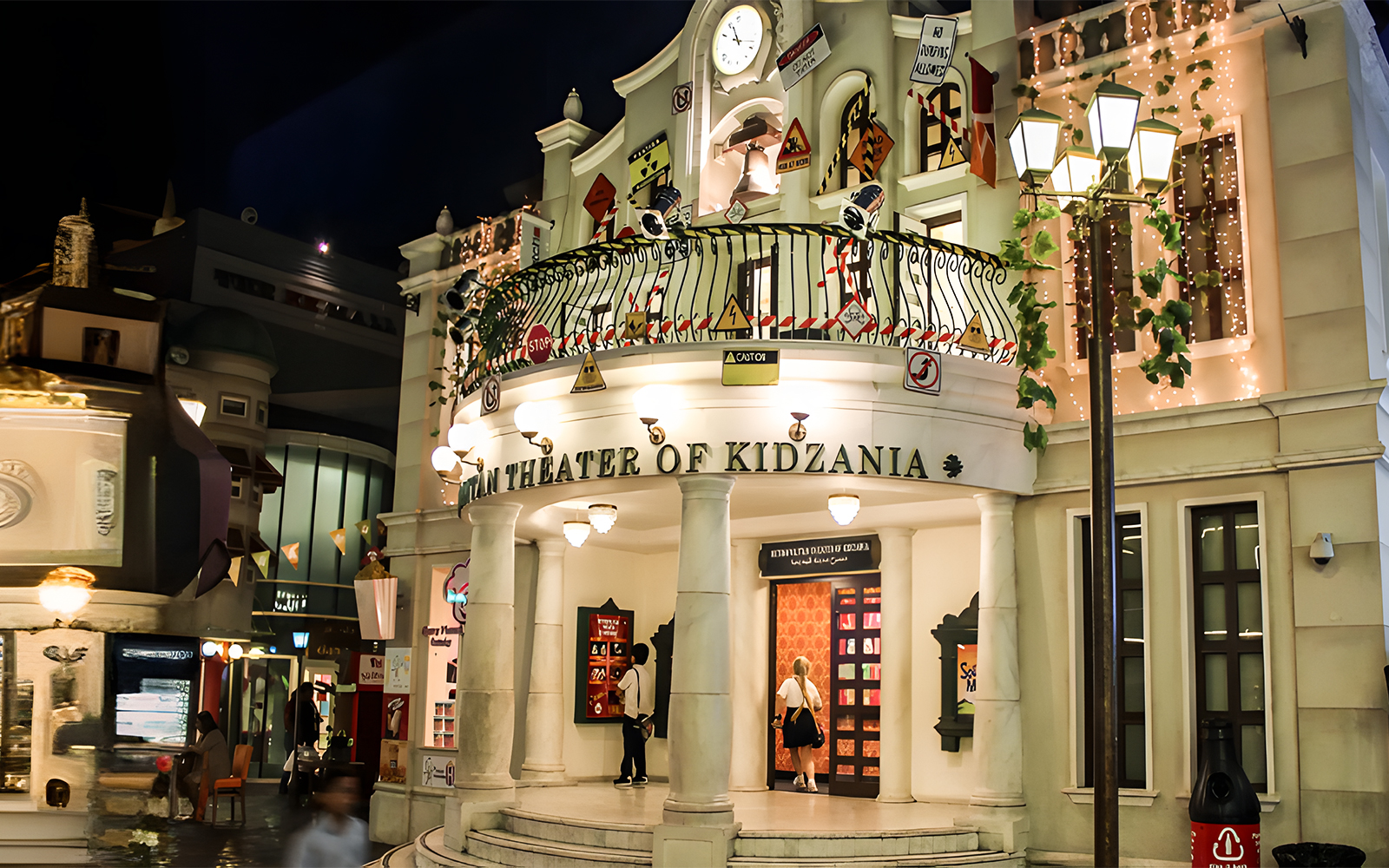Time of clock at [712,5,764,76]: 11:17
